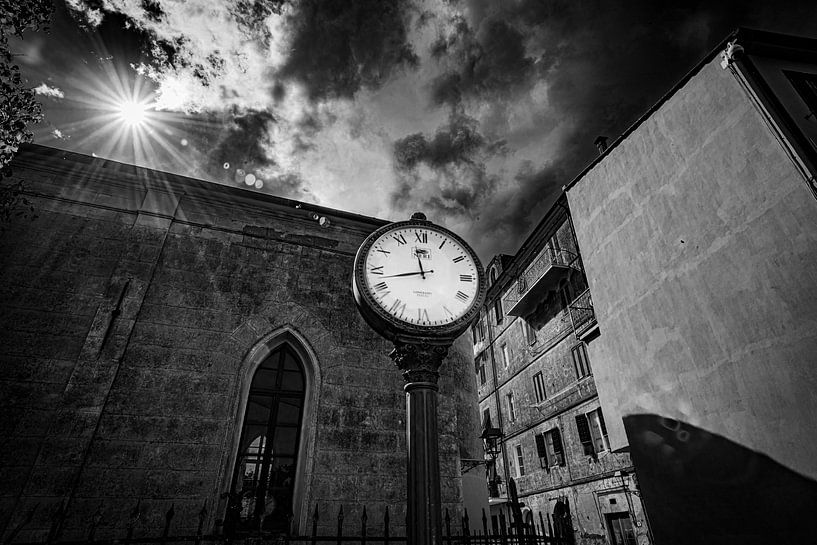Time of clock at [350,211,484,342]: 11:42
